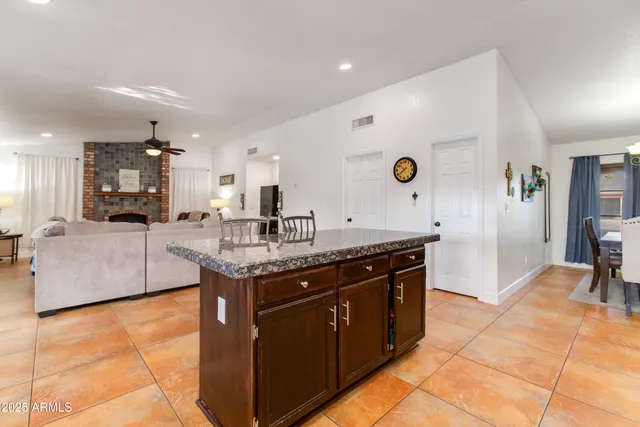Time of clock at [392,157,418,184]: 7:52
